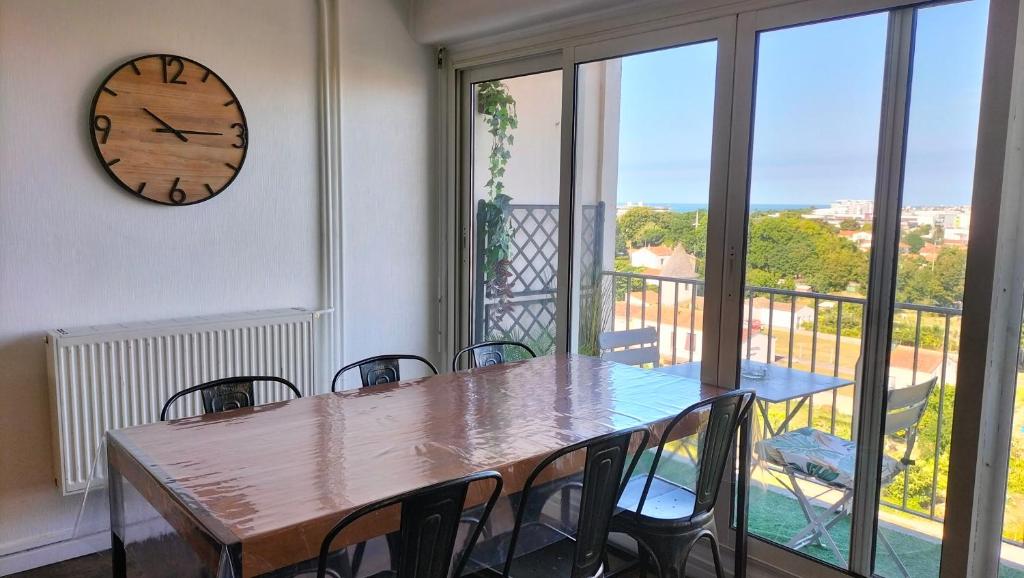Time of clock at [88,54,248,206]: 10:14
